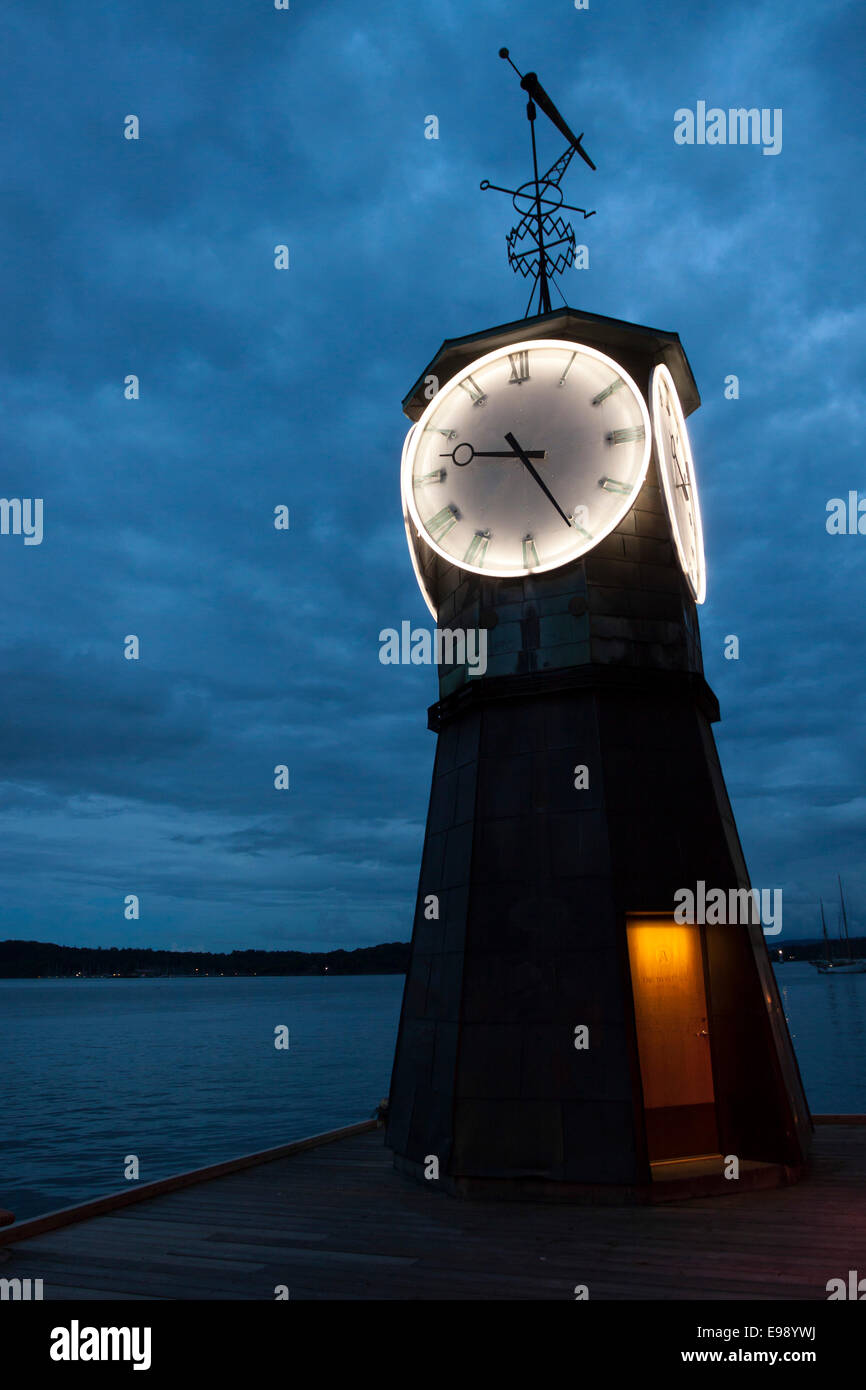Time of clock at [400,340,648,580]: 9:25
